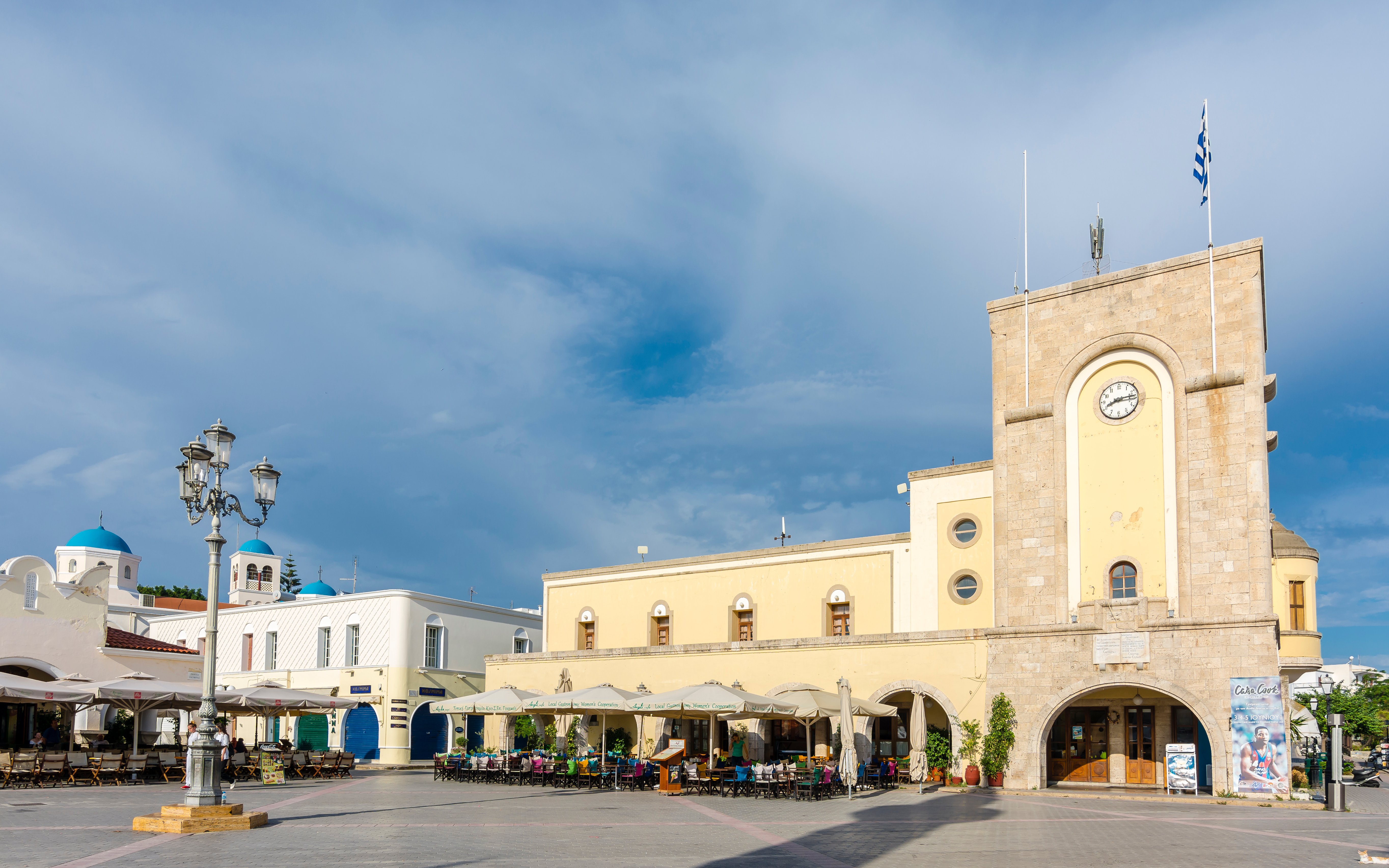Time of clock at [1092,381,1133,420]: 8:13
